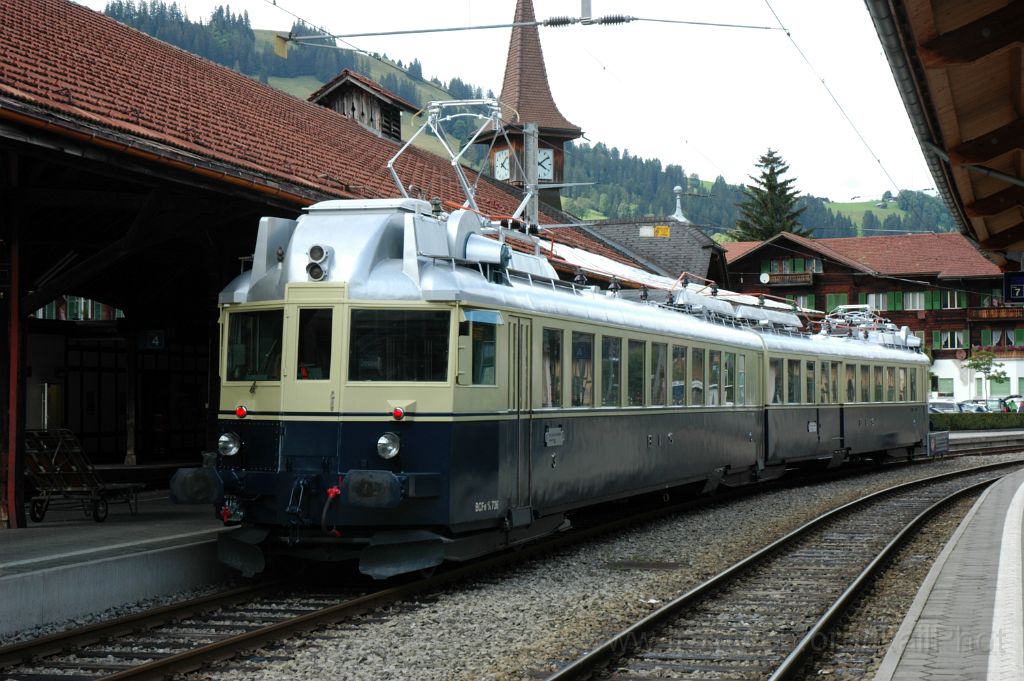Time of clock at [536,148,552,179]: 4:09
